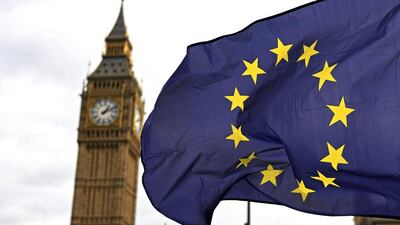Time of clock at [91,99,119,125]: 1:11
